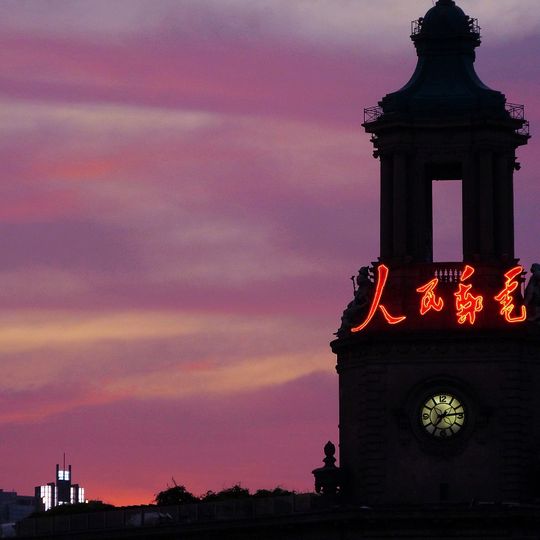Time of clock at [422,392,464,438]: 7:13
